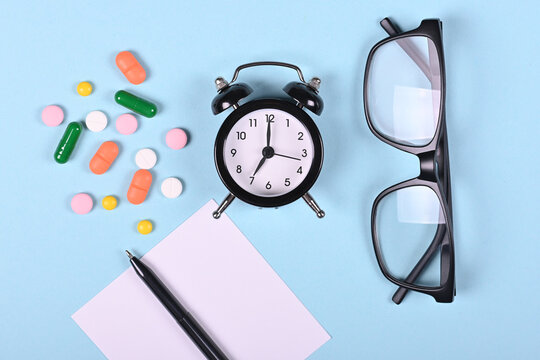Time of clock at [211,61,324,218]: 7:00
